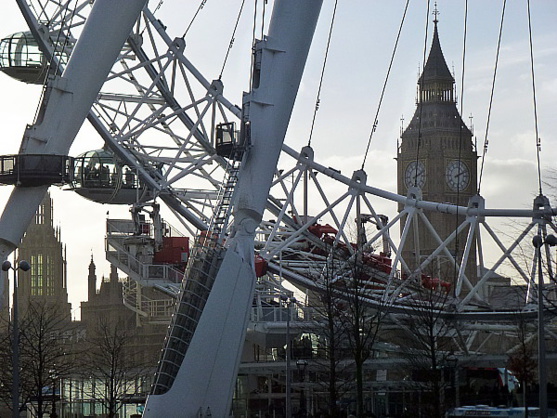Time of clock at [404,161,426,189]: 6:00
